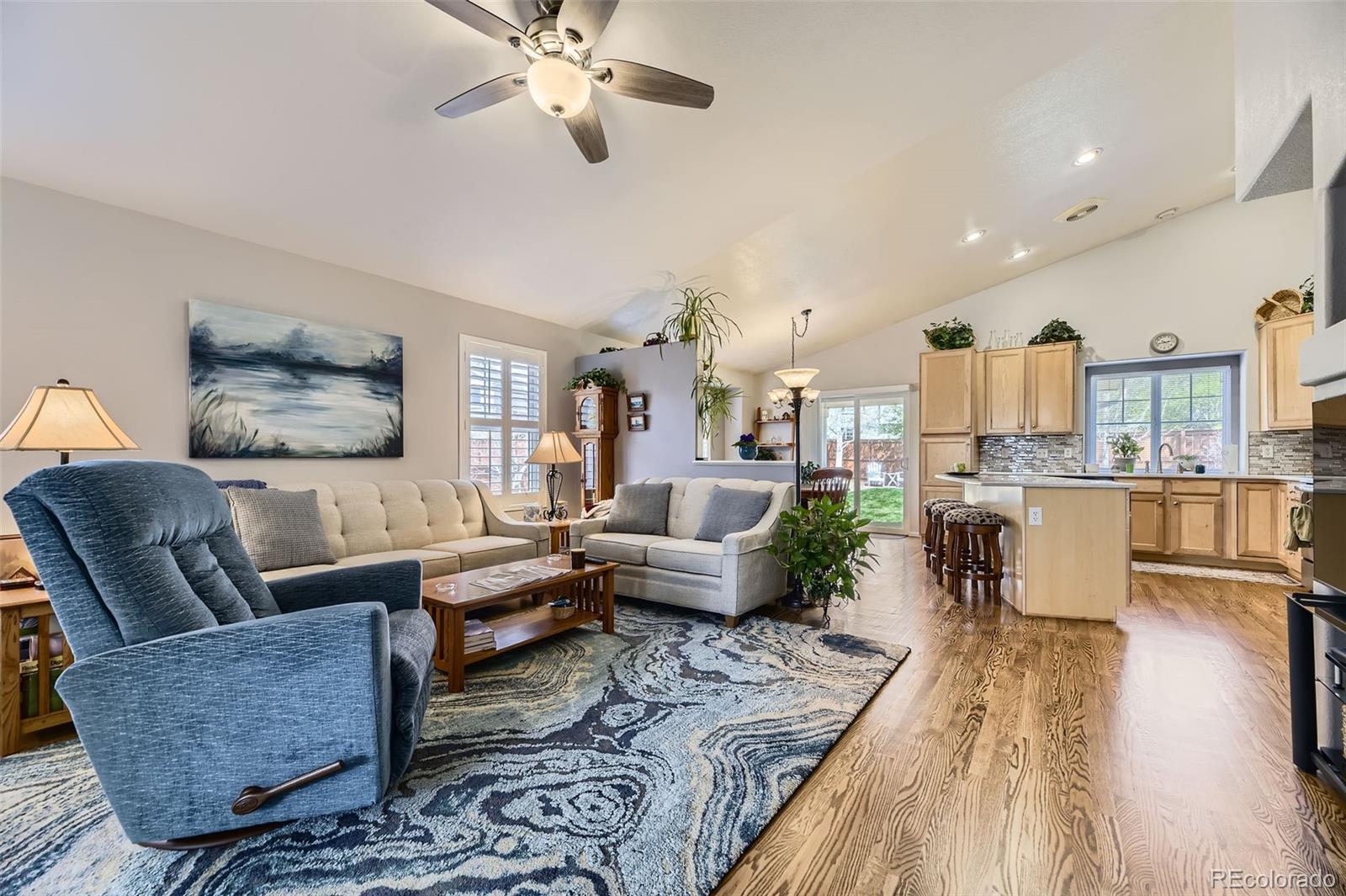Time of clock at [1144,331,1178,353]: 2:42
